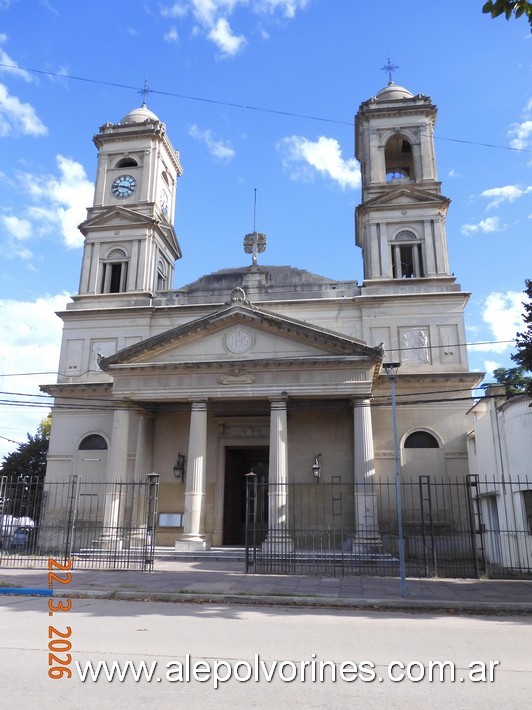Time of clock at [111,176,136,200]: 3:46
